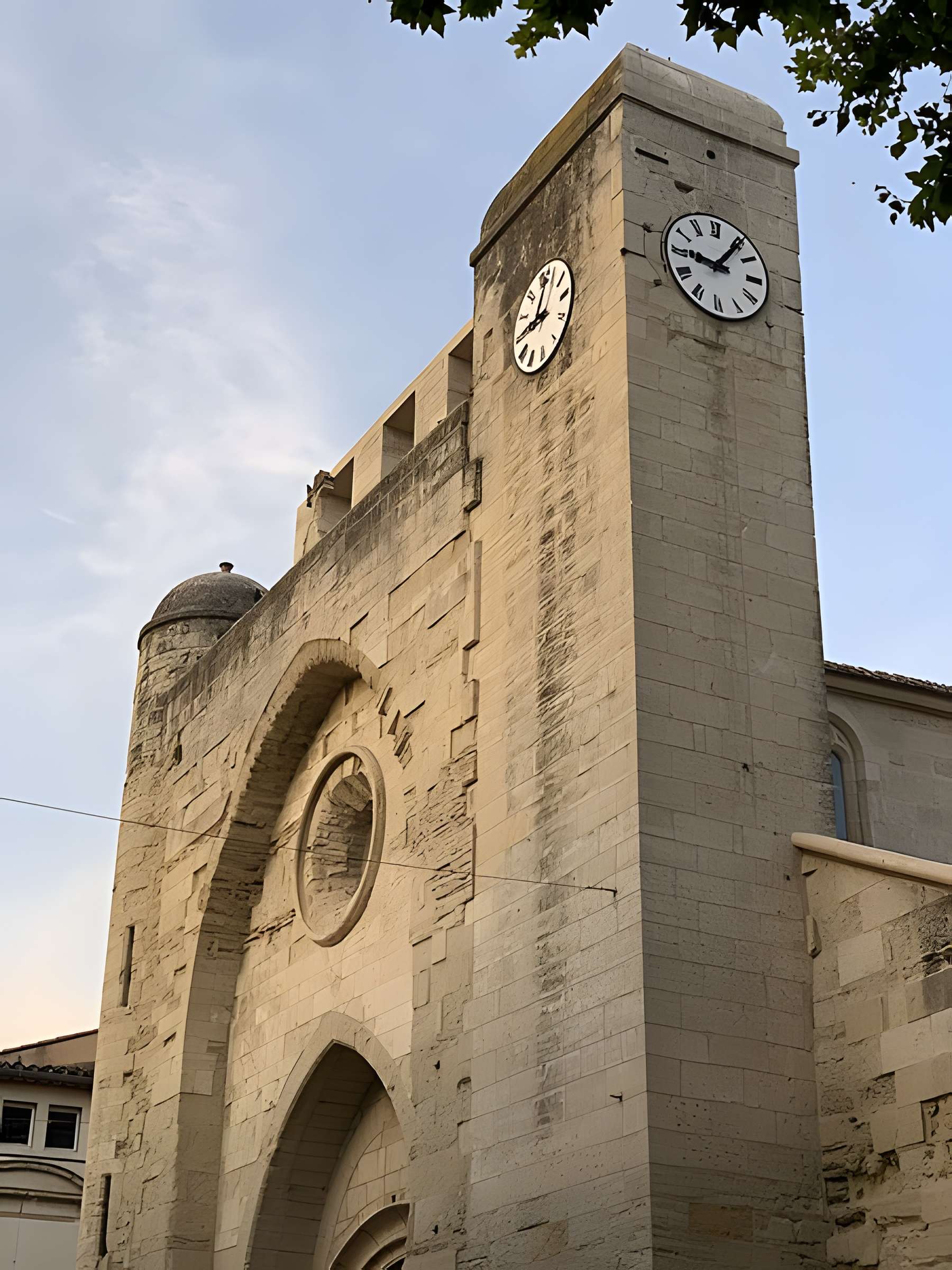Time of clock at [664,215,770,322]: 9:06
